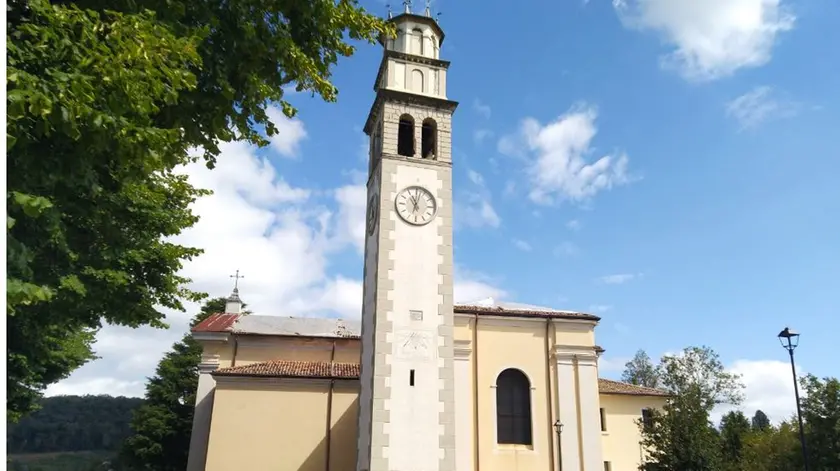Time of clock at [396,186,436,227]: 11:02
